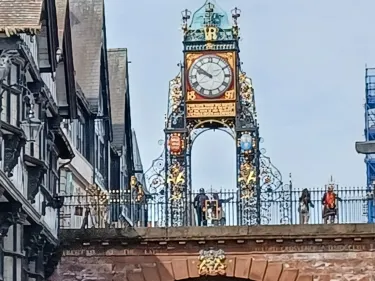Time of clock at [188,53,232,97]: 9:51
